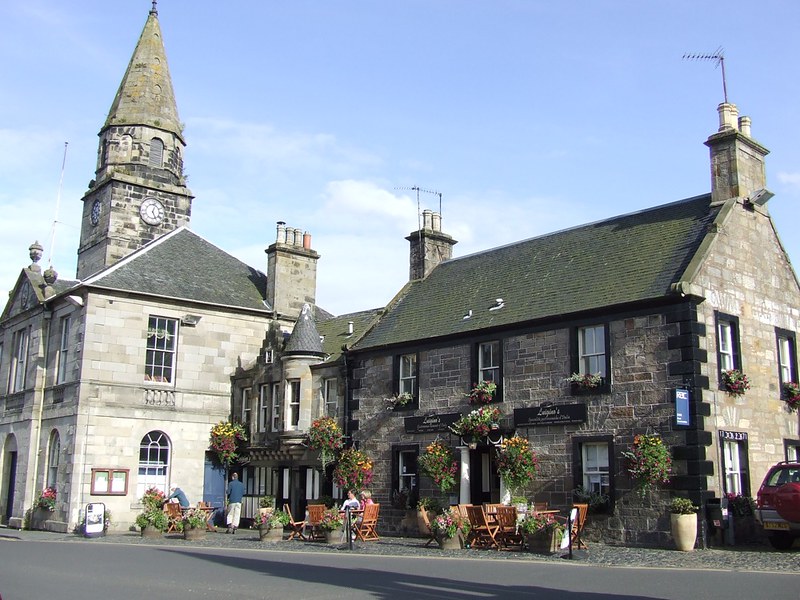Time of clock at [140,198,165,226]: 5:03
